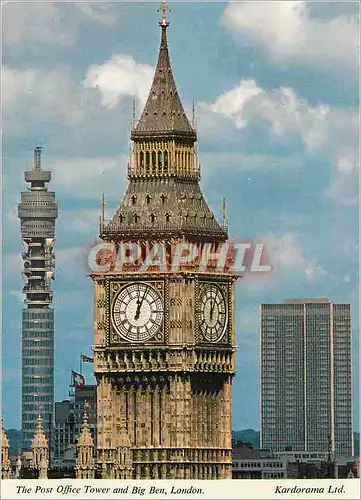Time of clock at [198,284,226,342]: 12:04
